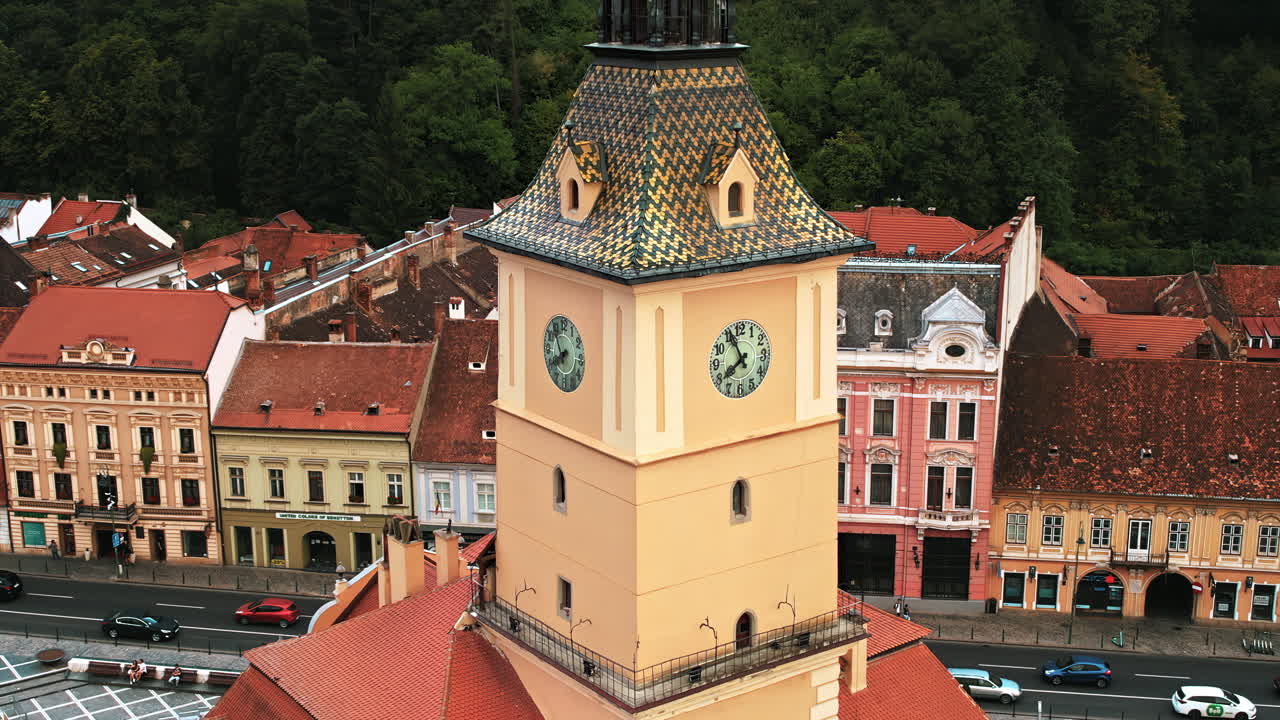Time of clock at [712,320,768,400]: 7:55
